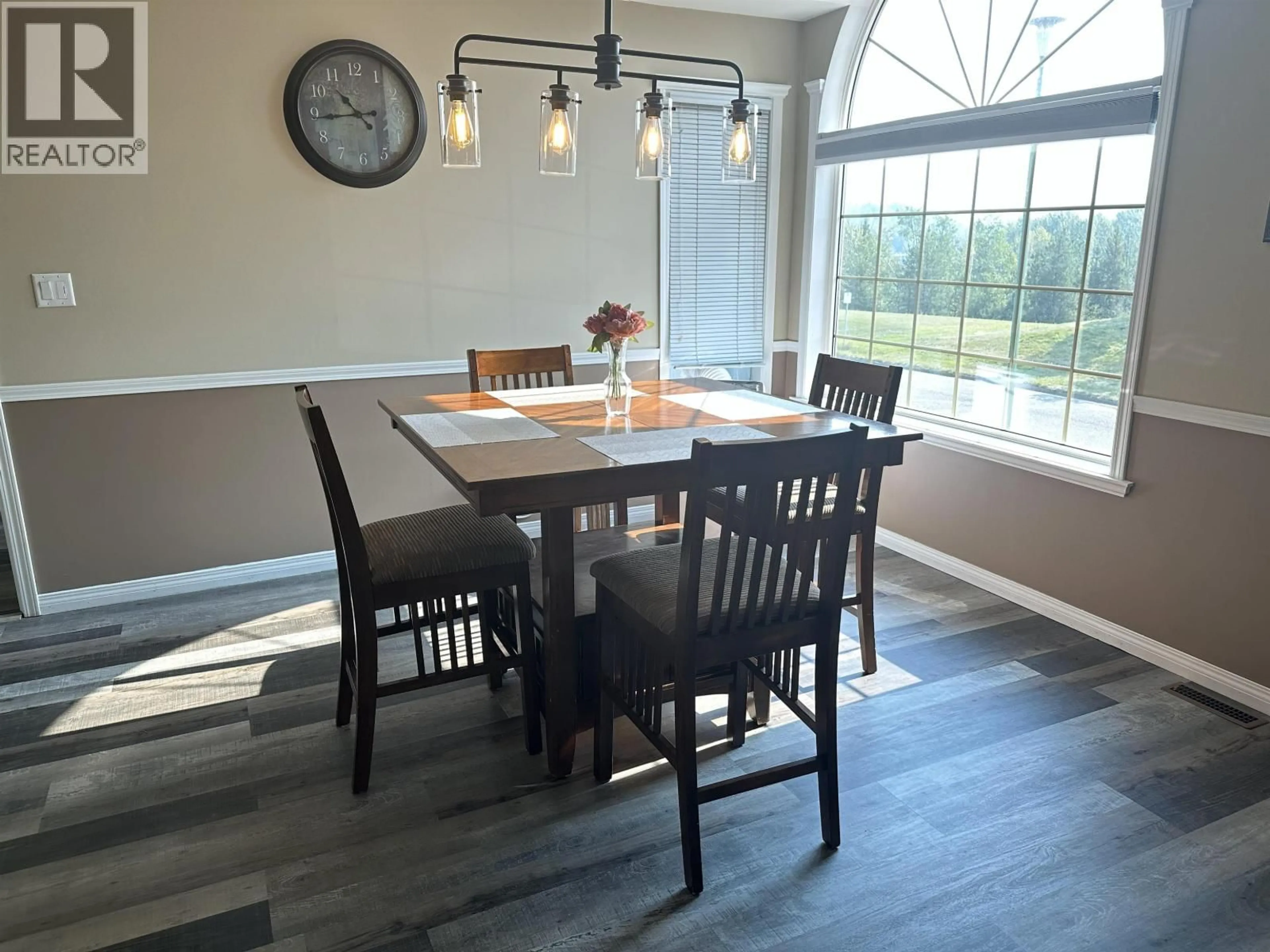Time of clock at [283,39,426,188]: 10:44
